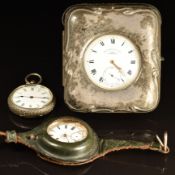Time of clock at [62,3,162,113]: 4:22
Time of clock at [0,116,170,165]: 4:21
